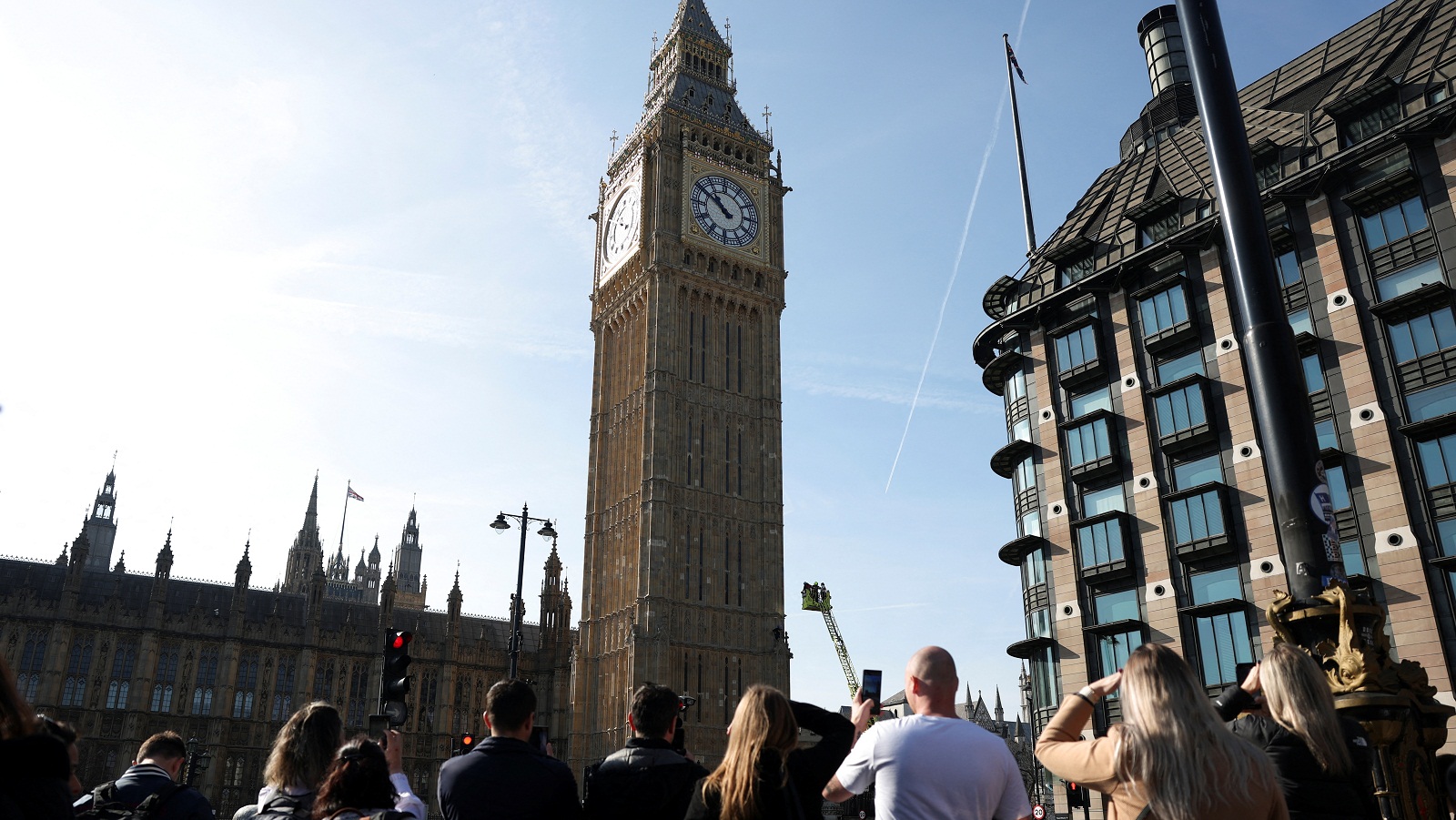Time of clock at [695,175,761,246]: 10:50
